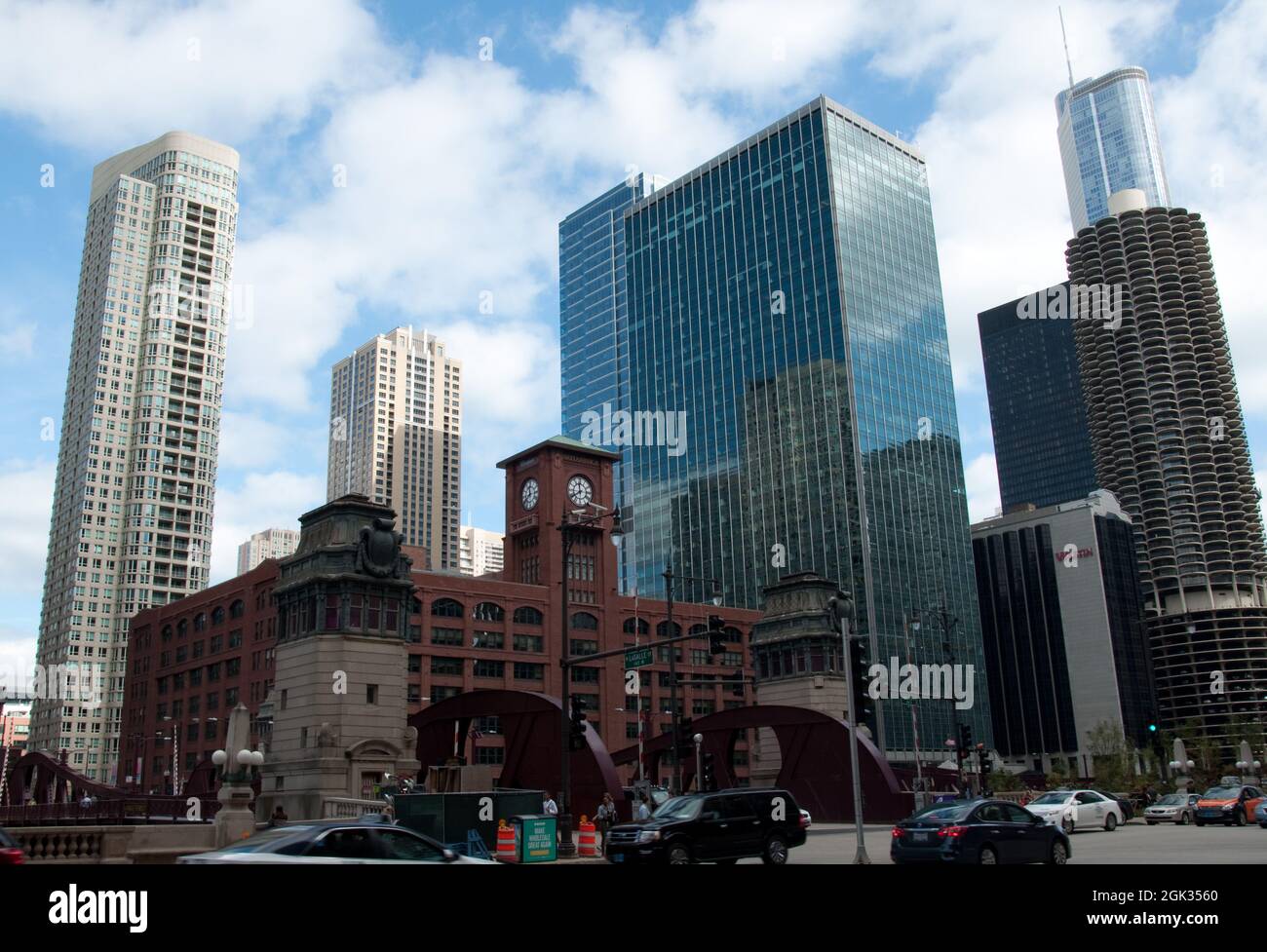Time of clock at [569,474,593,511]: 11:39
